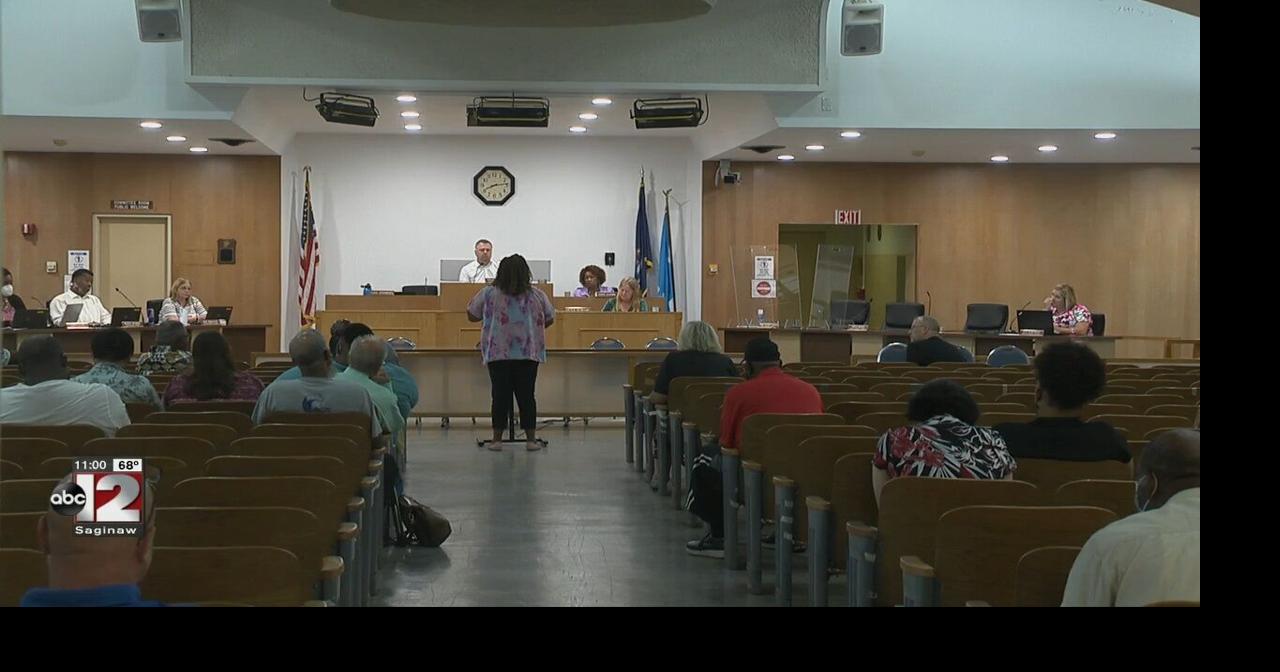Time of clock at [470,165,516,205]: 8:13
